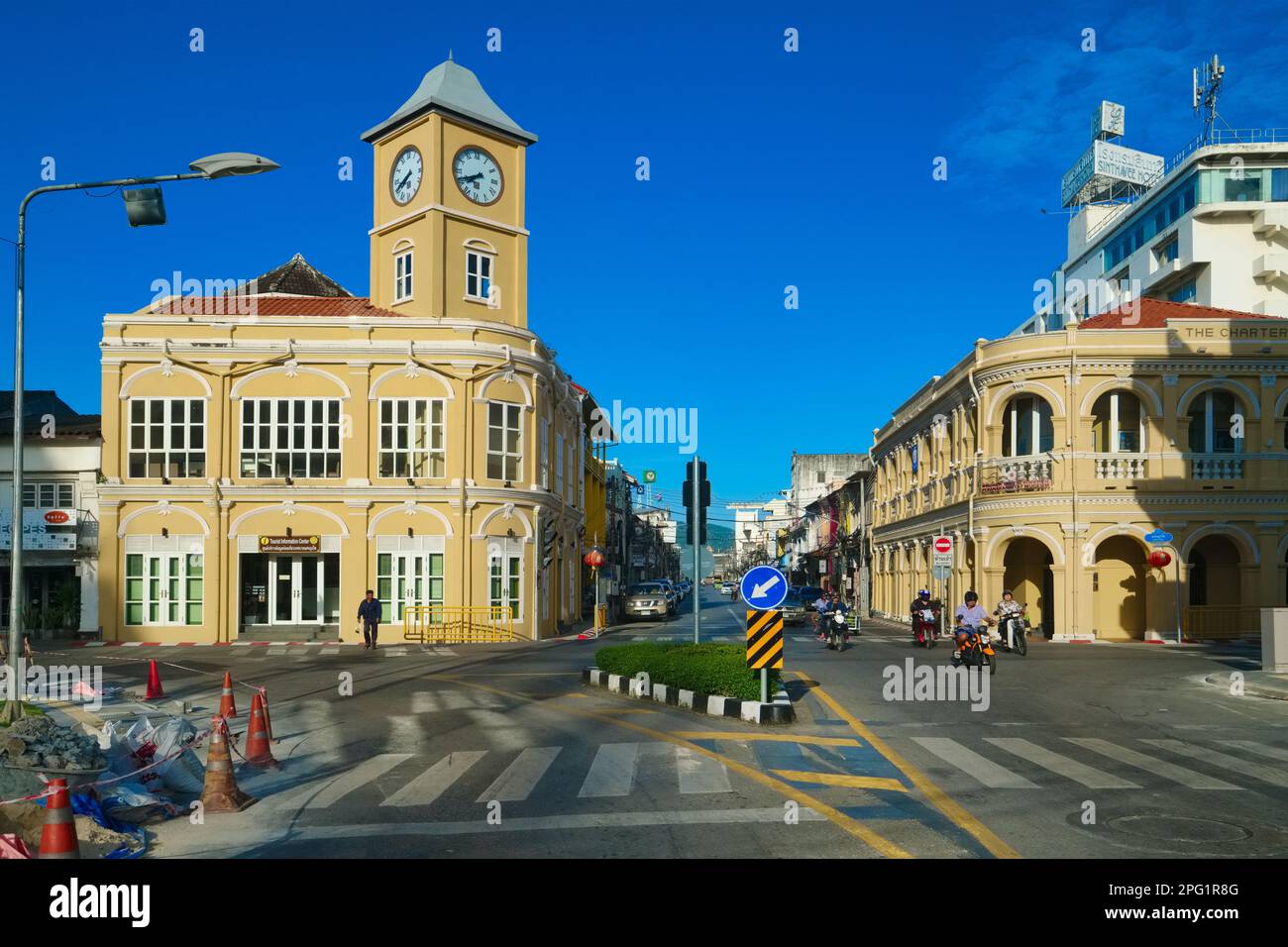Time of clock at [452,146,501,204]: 7:41
